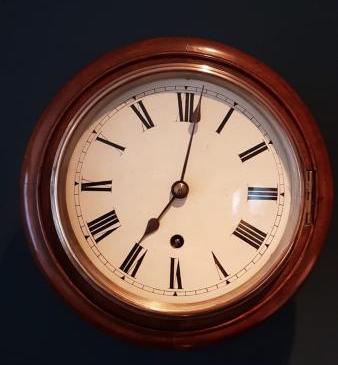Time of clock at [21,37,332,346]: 7:01
